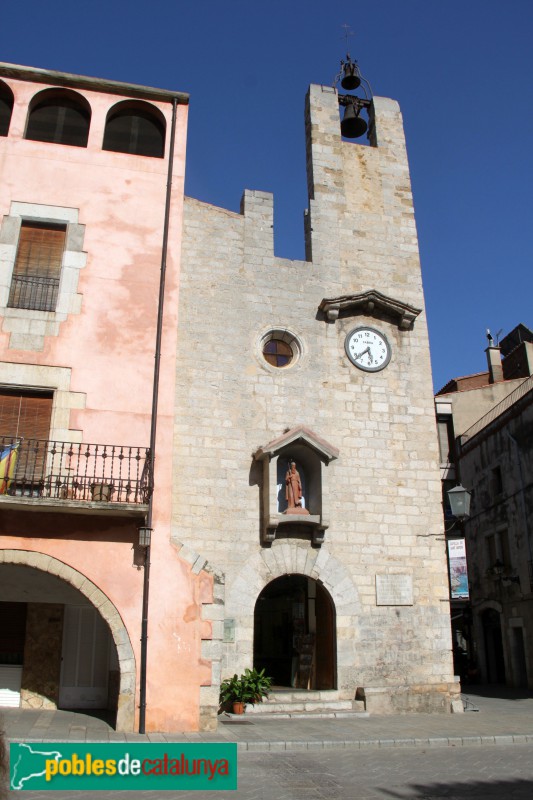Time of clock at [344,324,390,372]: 5:38
